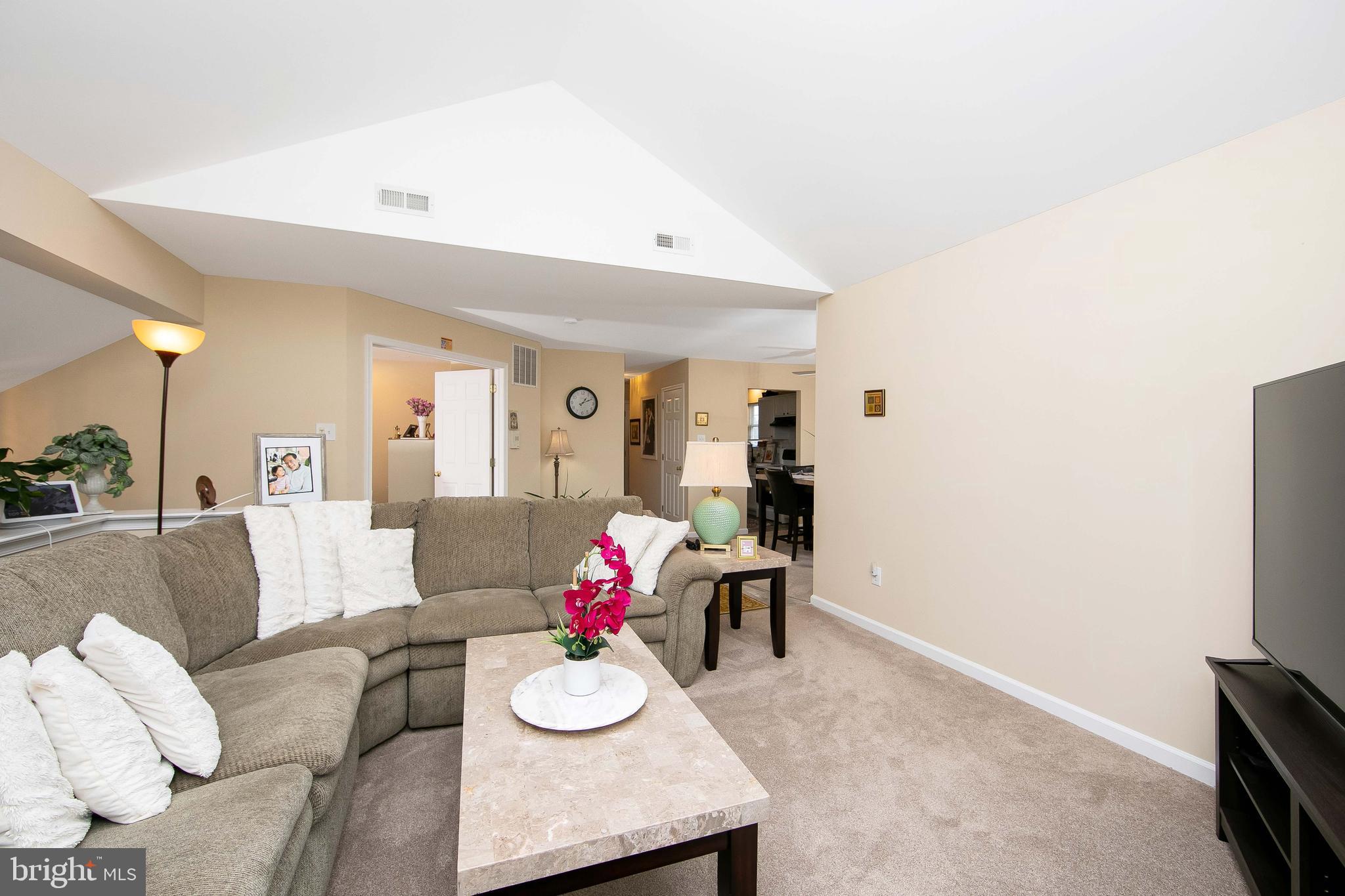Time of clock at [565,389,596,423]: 1:11
